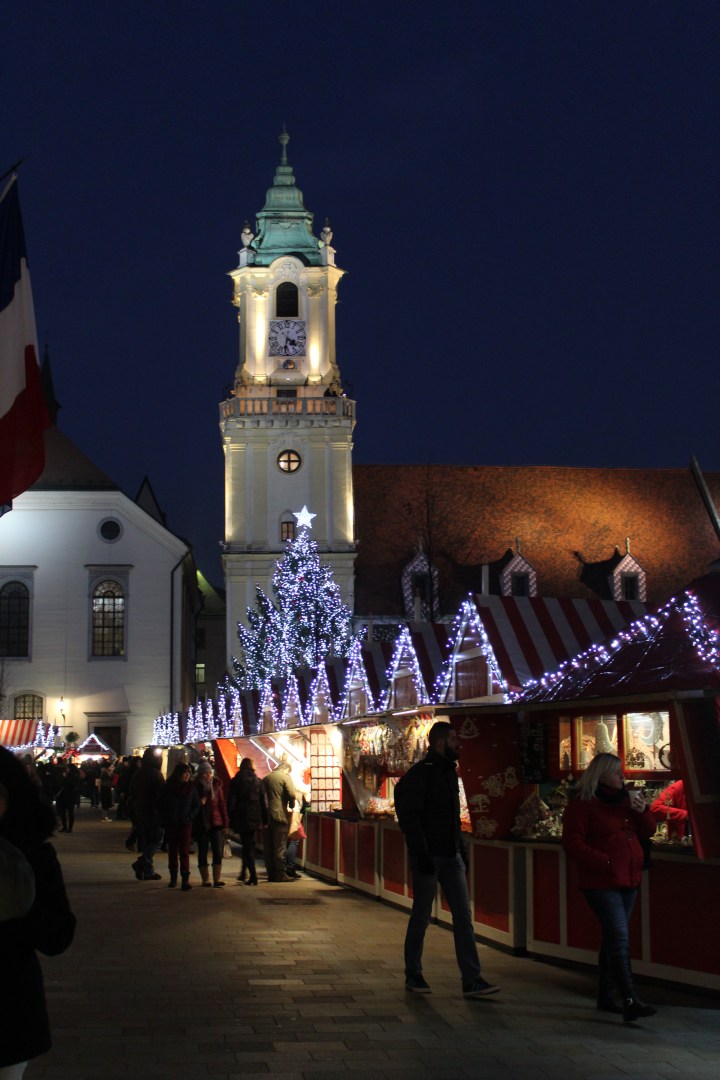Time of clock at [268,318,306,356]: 4:31
